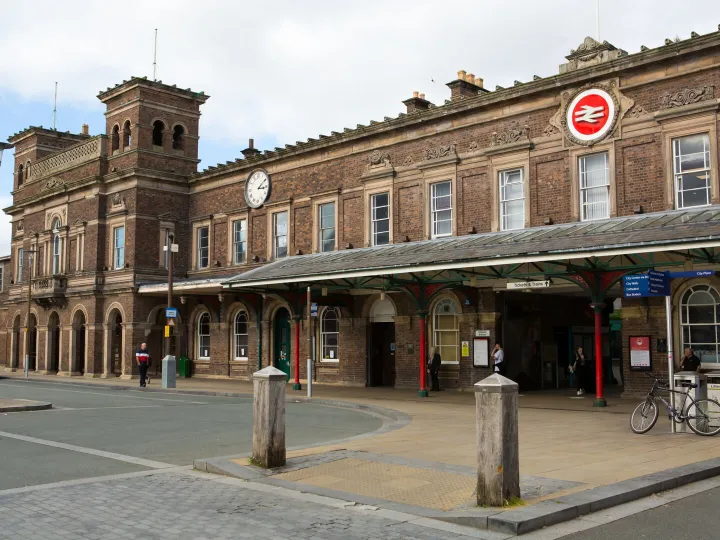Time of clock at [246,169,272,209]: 3:09
